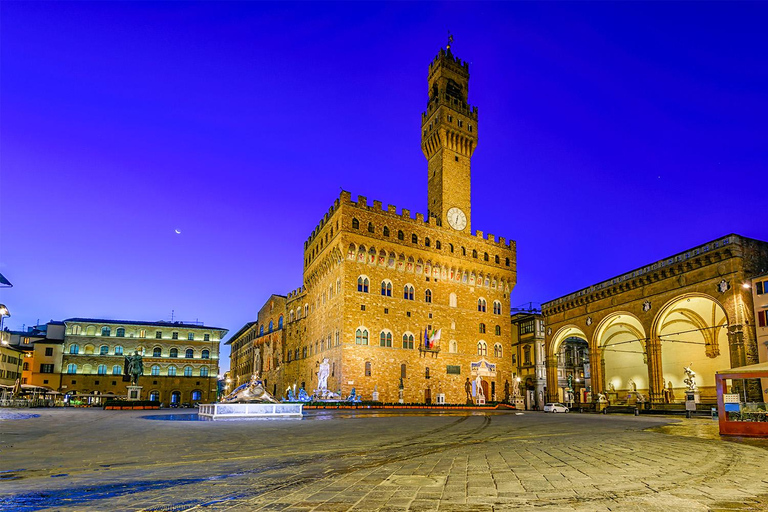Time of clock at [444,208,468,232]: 6:32
